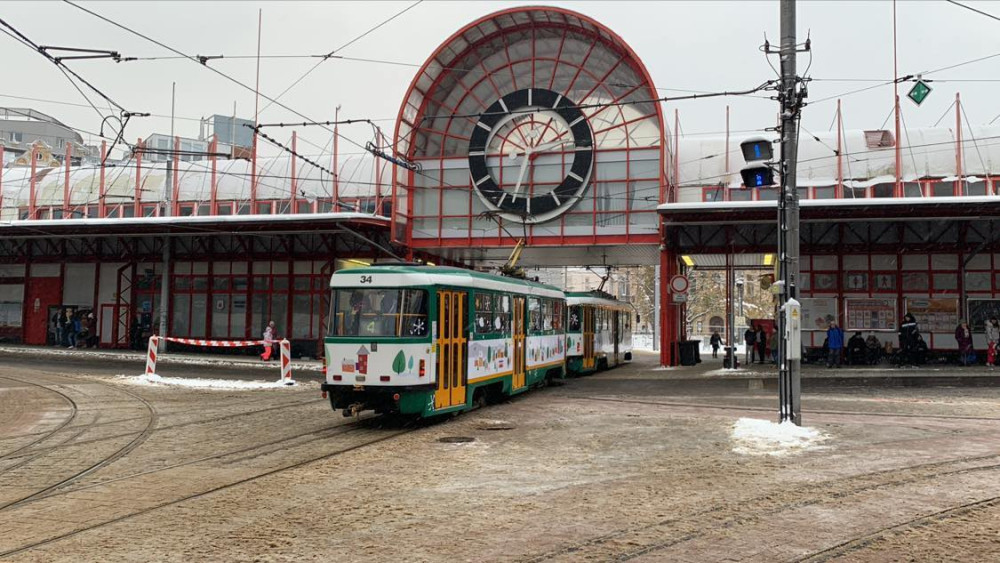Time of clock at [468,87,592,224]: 6:15
